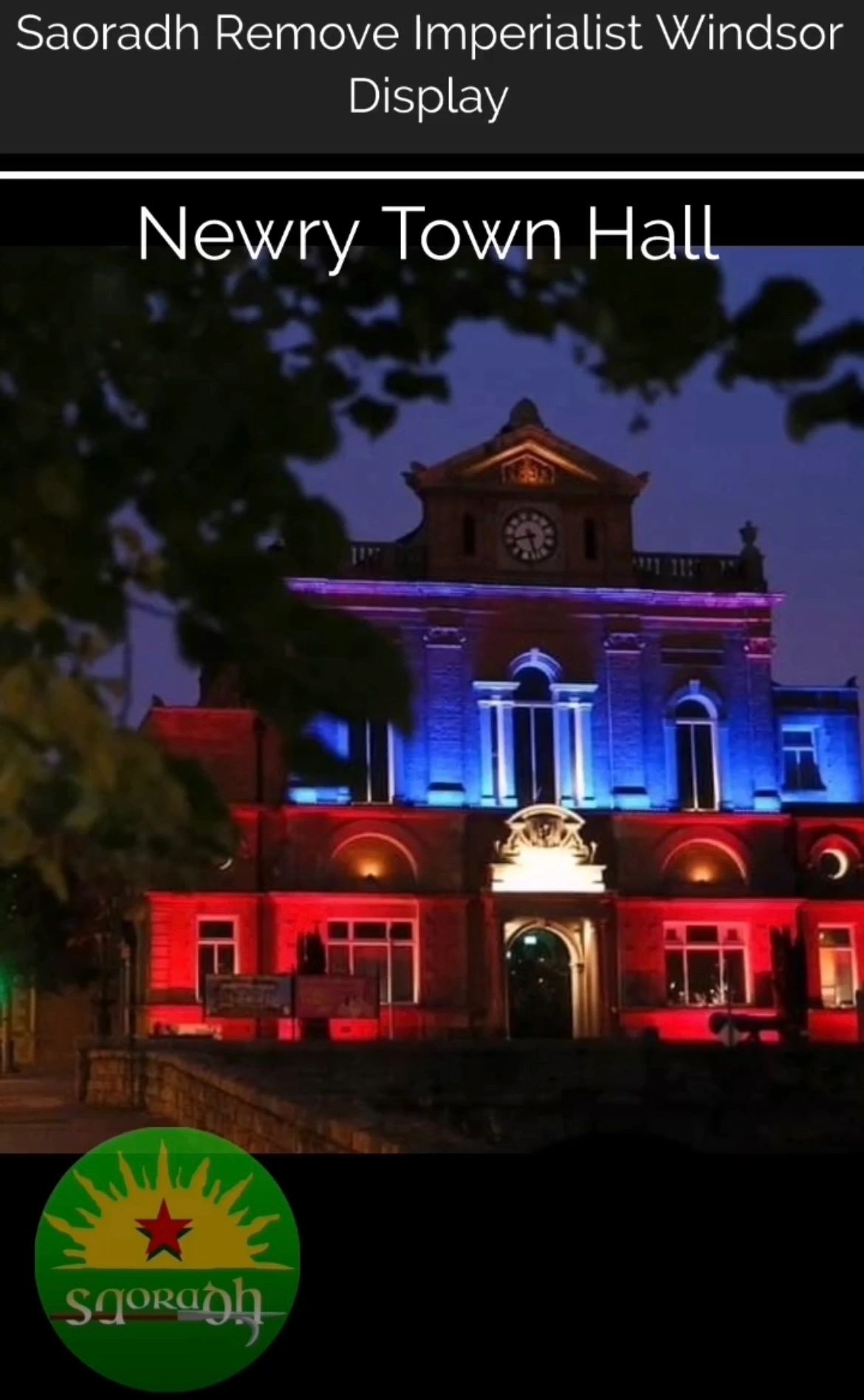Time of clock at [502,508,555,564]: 8:27
